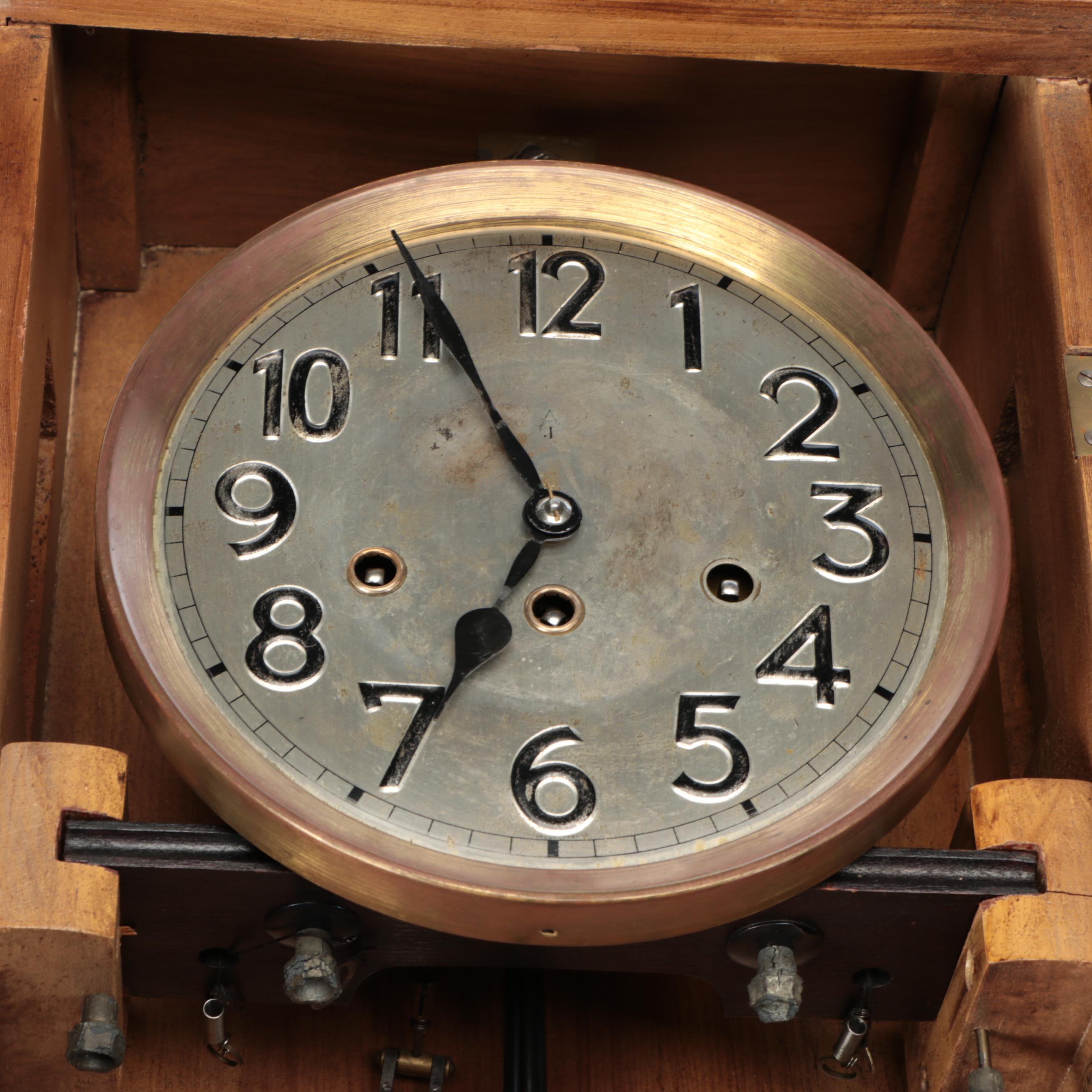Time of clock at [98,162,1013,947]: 6:55
